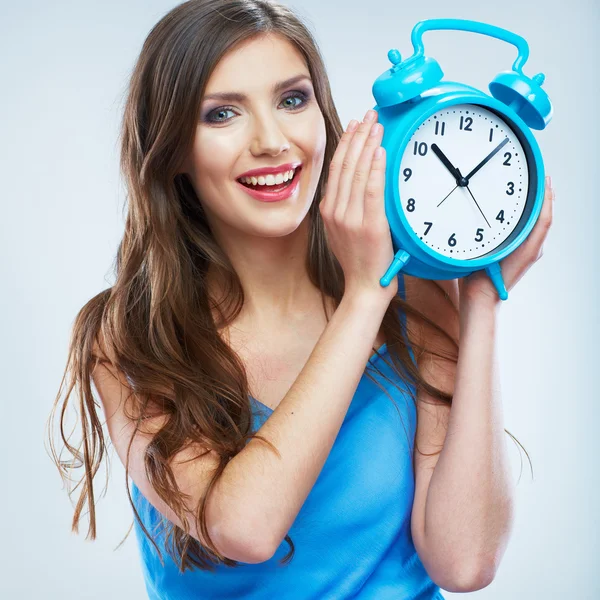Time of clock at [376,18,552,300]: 10:07
